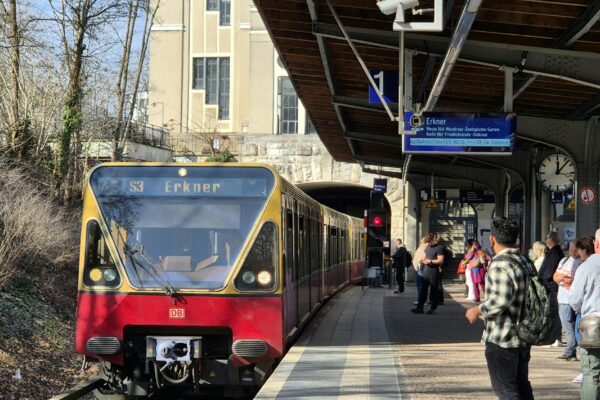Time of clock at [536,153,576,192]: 12:07
